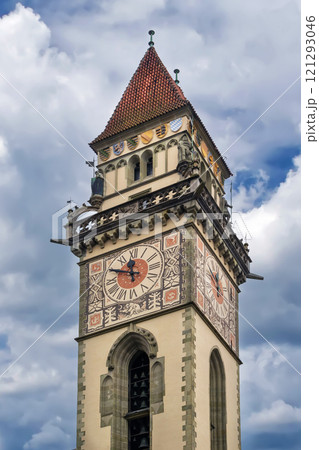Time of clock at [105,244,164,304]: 11:49
